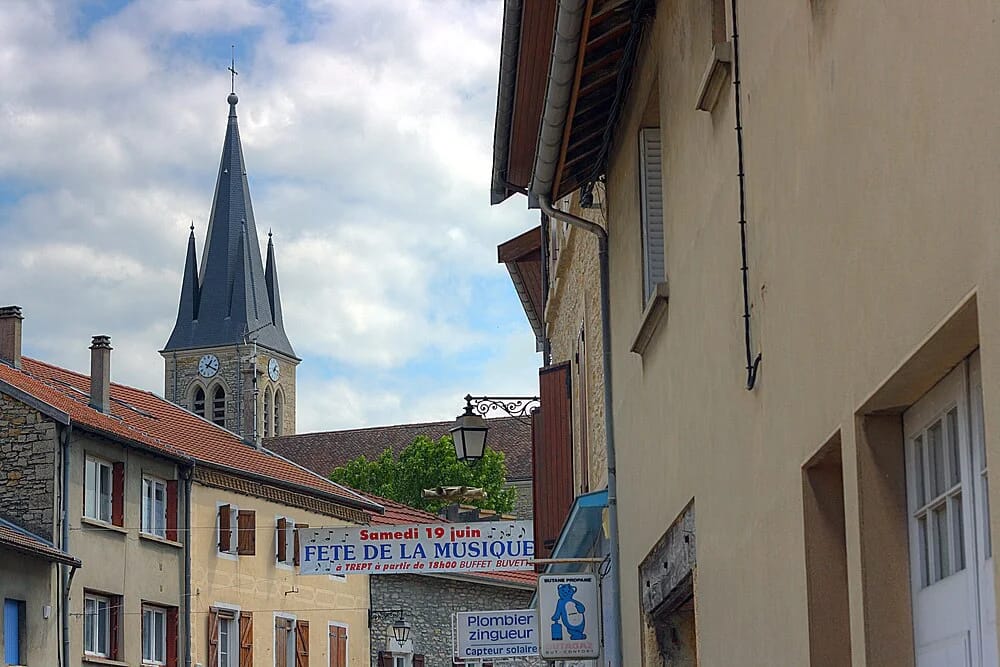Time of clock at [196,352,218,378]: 1:18
